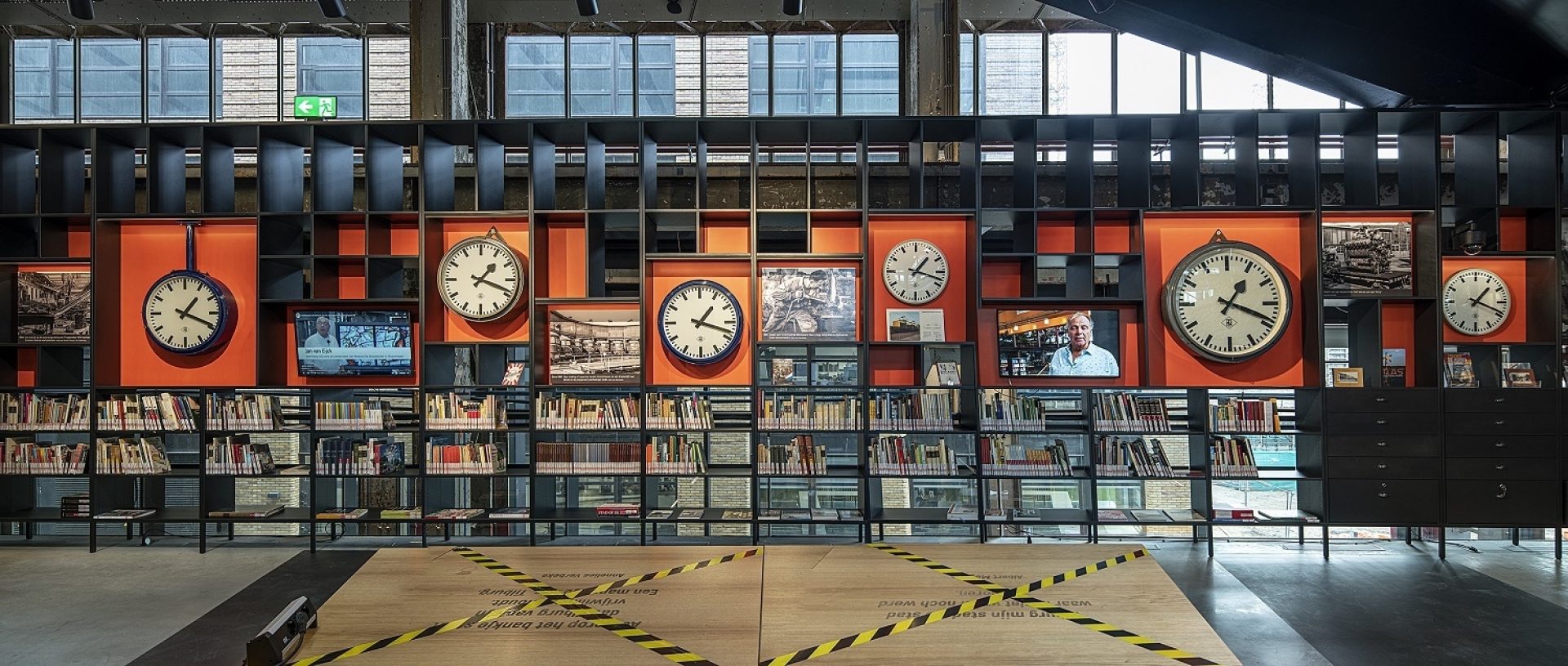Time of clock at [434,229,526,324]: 1:18
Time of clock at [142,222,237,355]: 1:18
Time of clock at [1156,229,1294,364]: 1:18
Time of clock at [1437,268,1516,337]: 1:18
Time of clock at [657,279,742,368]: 1:18
